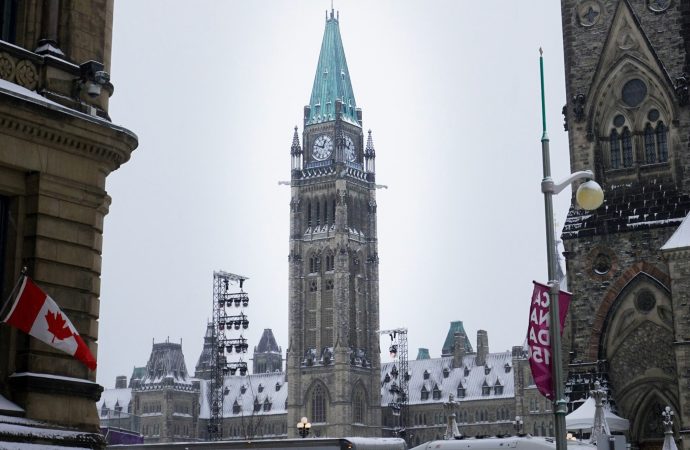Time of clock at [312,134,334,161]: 12:47
